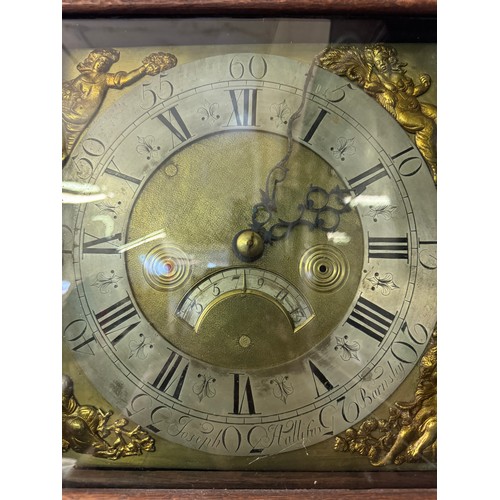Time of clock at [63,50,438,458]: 2:04
